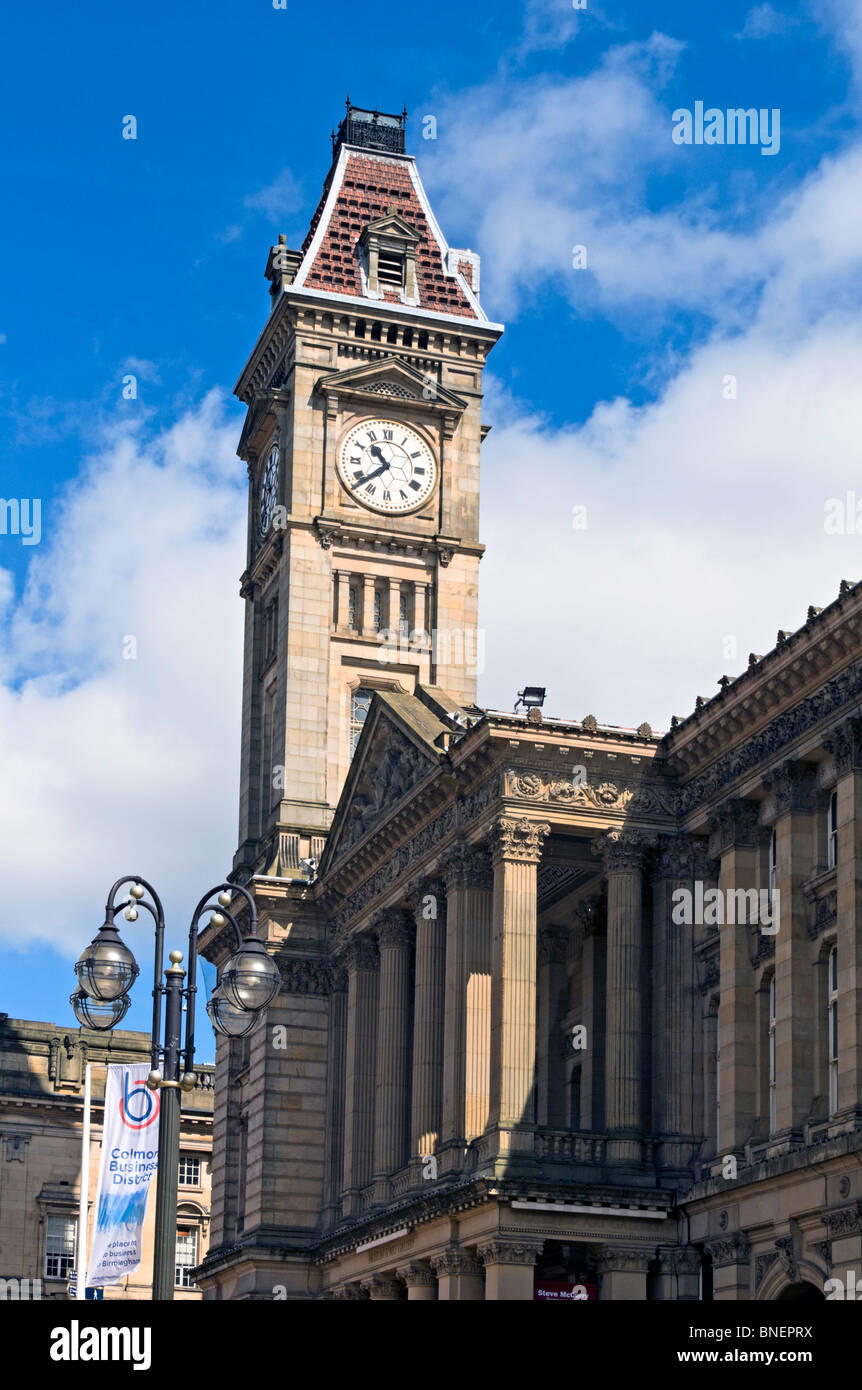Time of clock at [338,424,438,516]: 10:38
